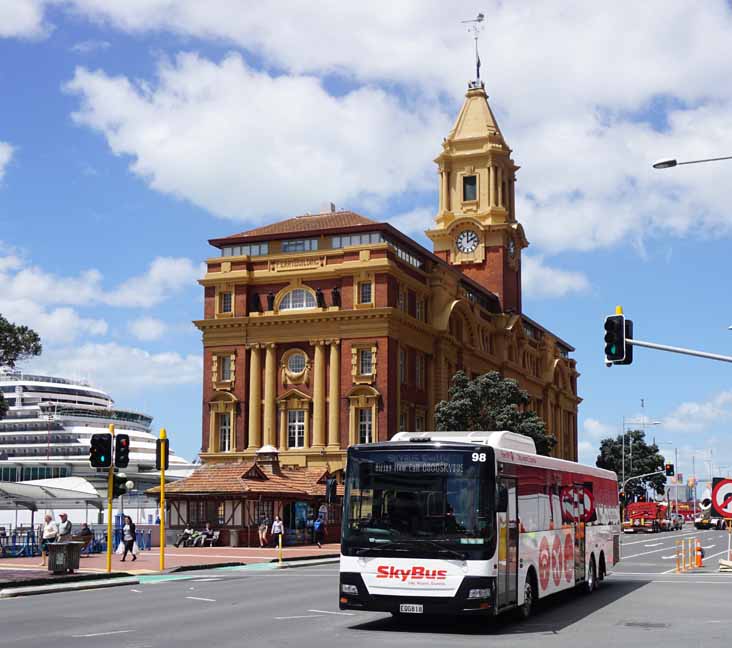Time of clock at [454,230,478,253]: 2:00
